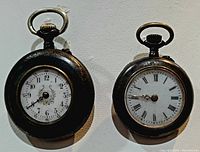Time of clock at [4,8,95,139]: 7:39
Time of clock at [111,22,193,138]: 8:45
